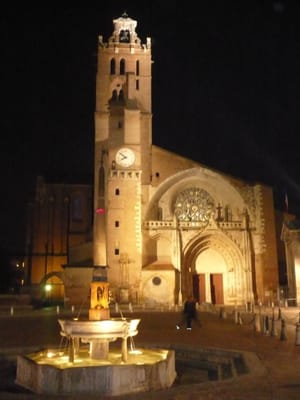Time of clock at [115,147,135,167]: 7:52
